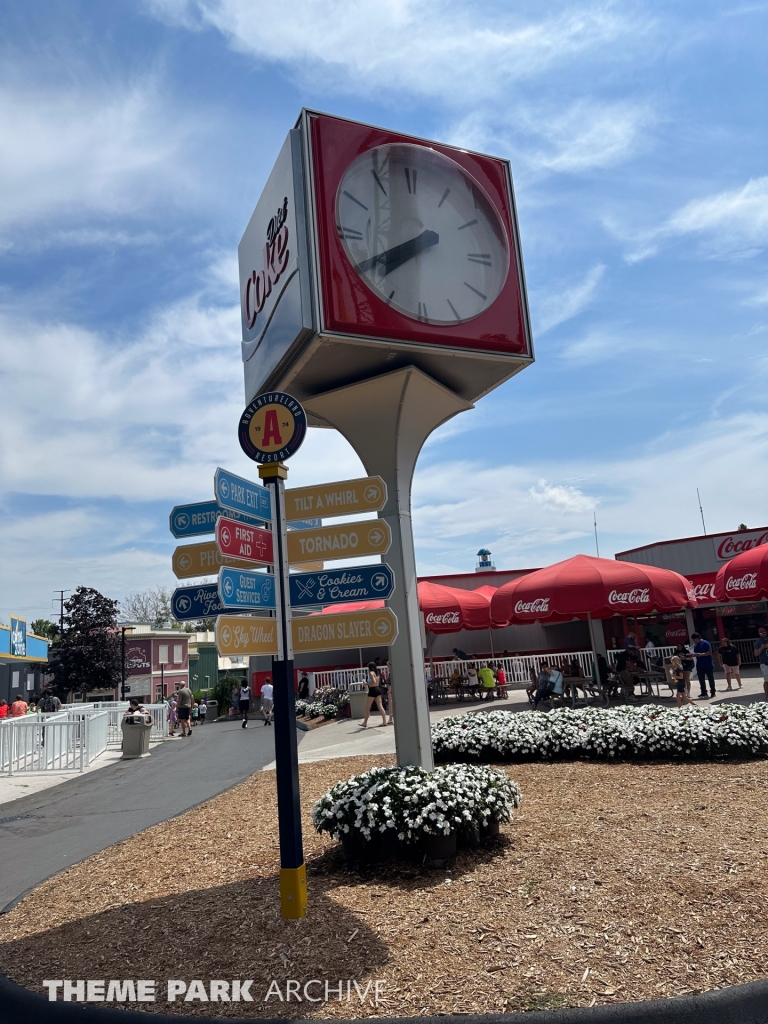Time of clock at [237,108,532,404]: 7:40
